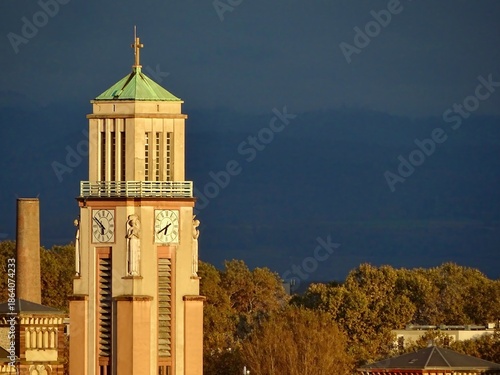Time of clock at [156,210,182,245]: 6:40
